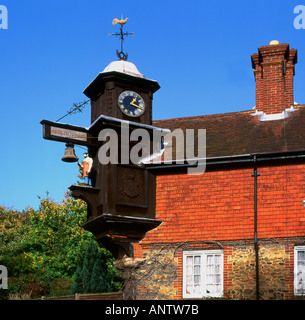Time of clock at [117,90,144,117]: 1:18
